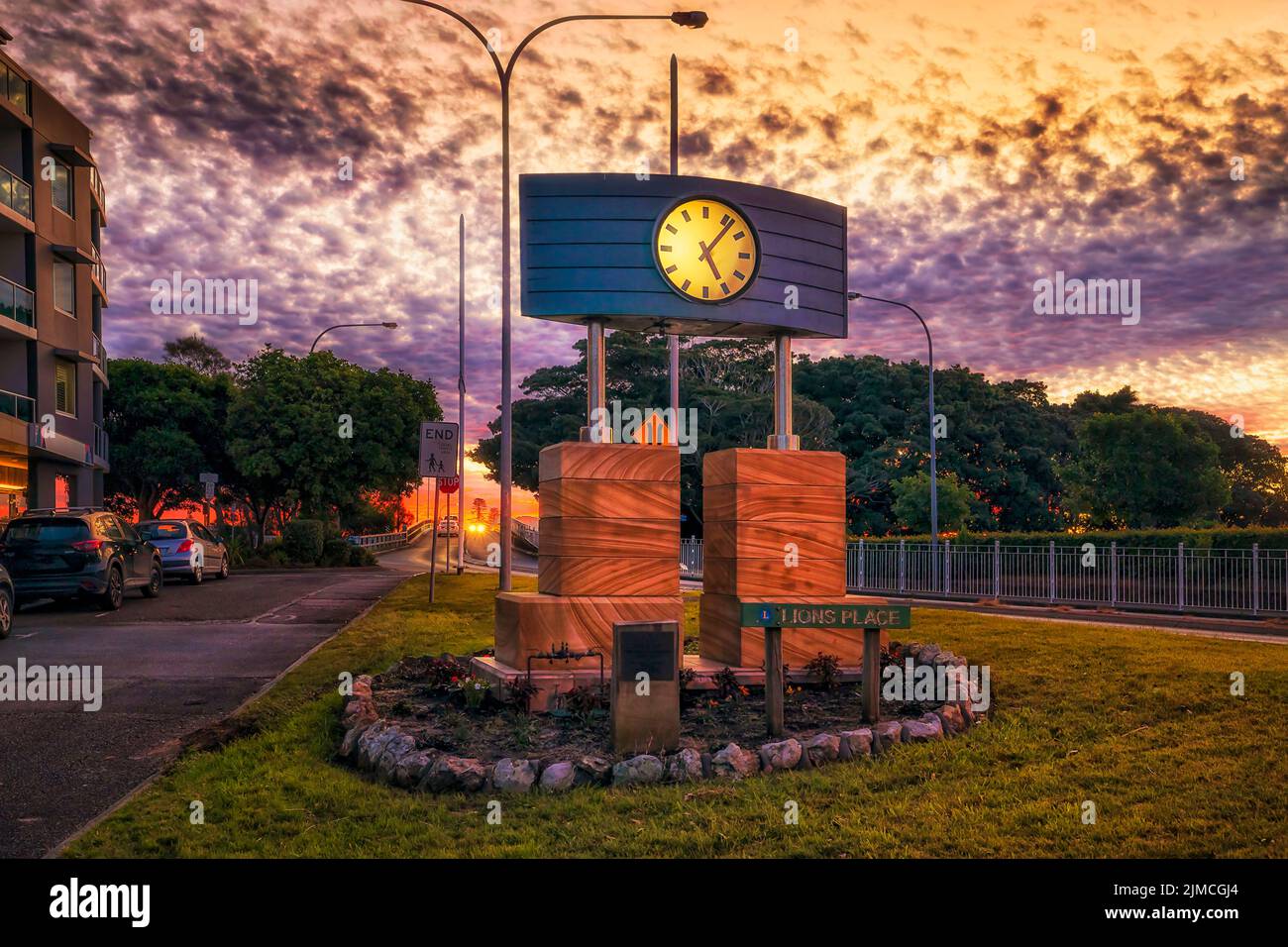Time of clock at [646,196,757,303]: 5:06
